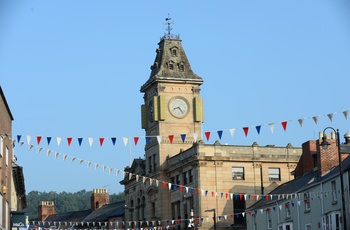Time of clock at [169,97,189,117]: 8:23
